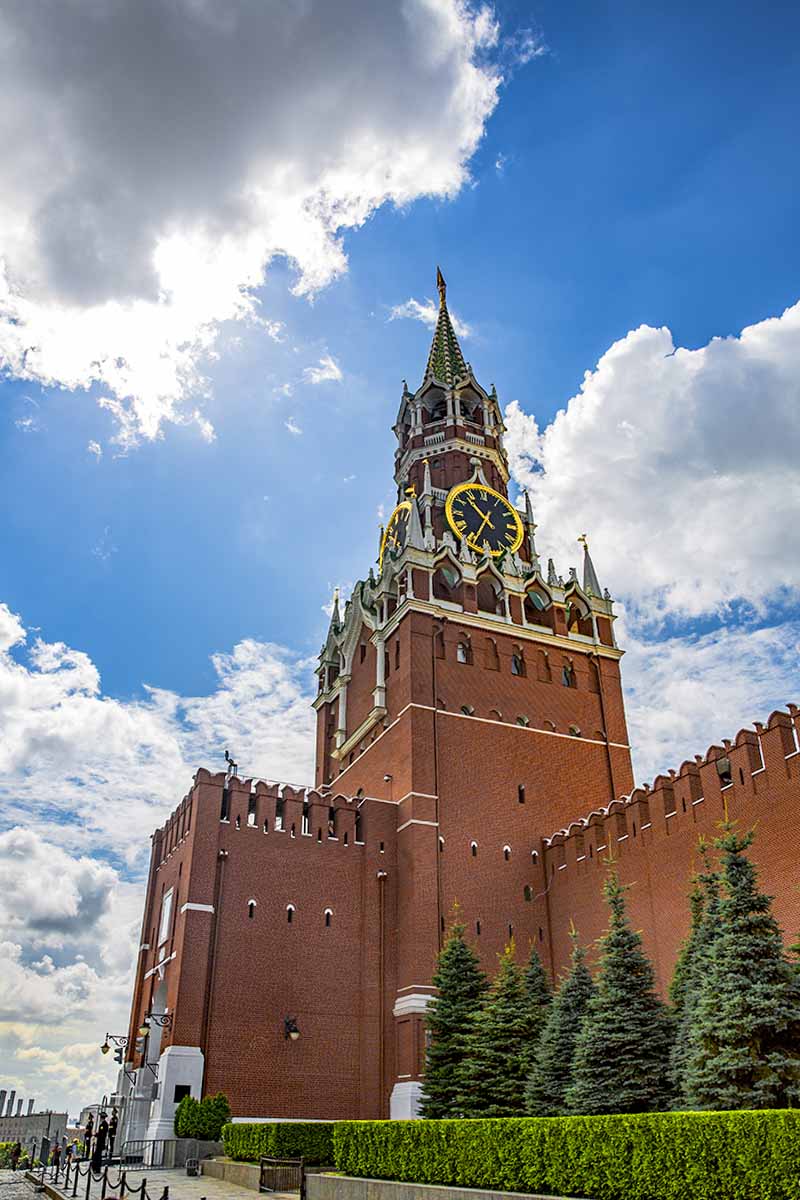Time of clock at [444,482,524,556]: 10:34
